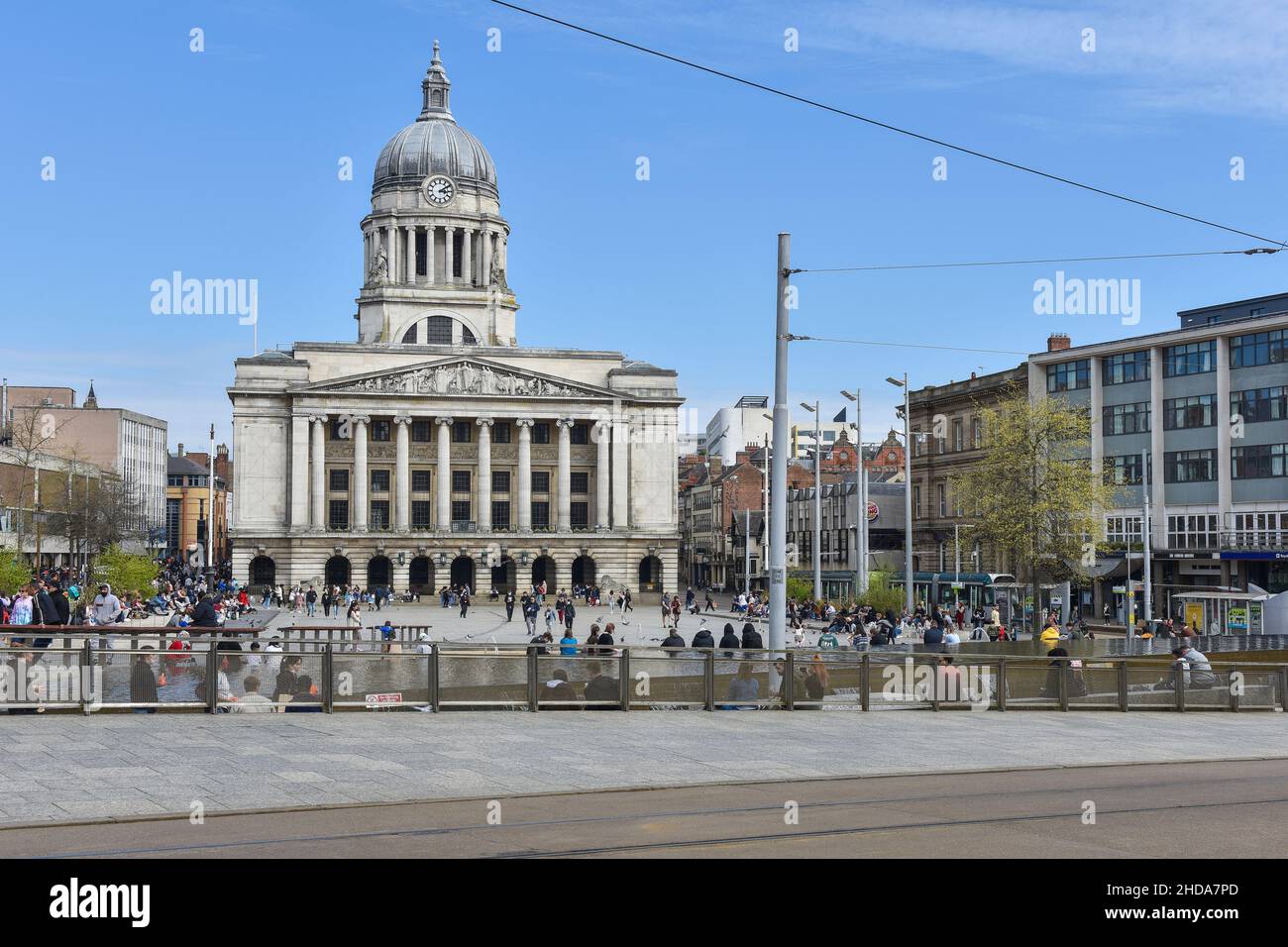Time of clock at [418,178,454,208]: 3:09
